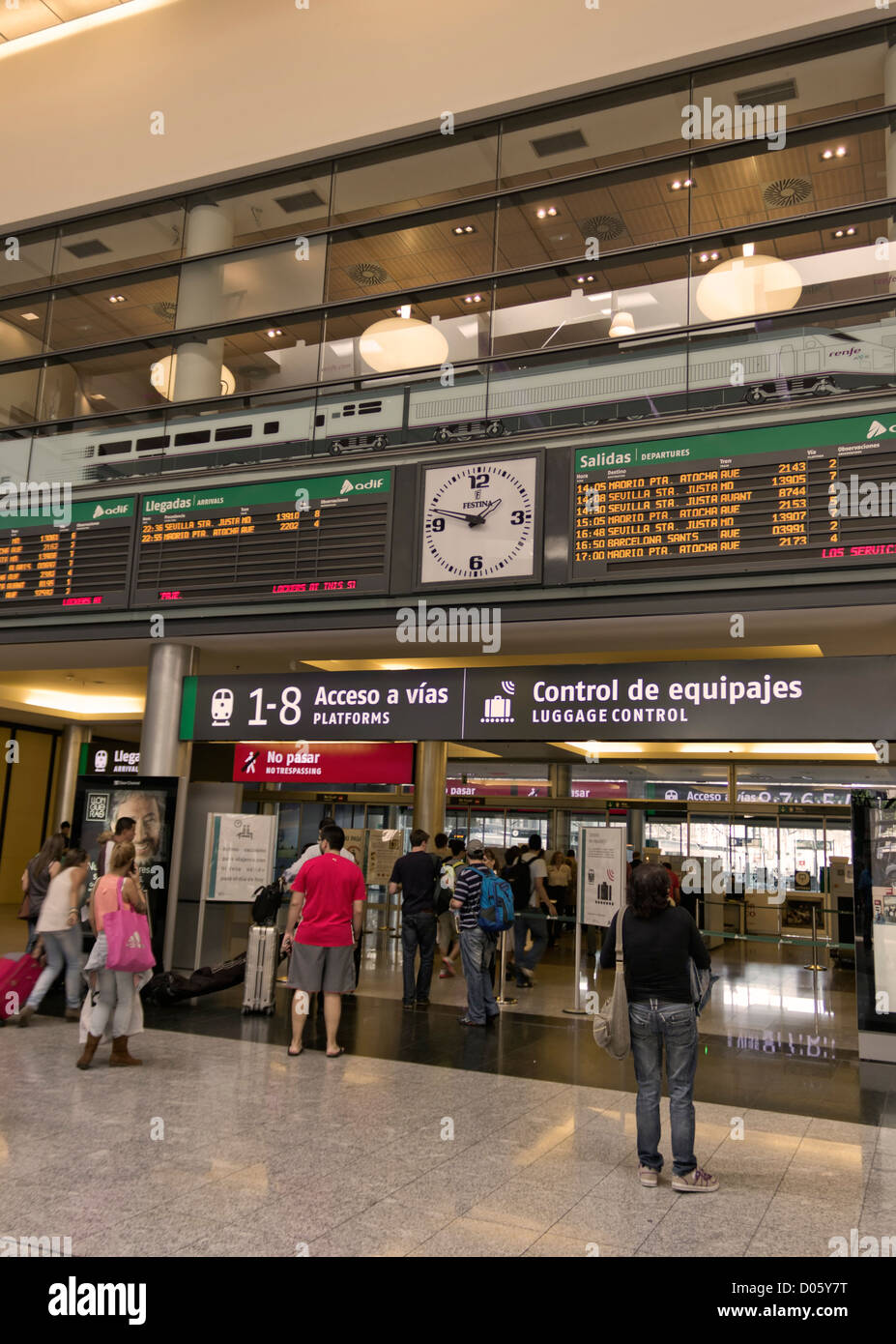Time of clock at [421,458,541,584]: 1:47
